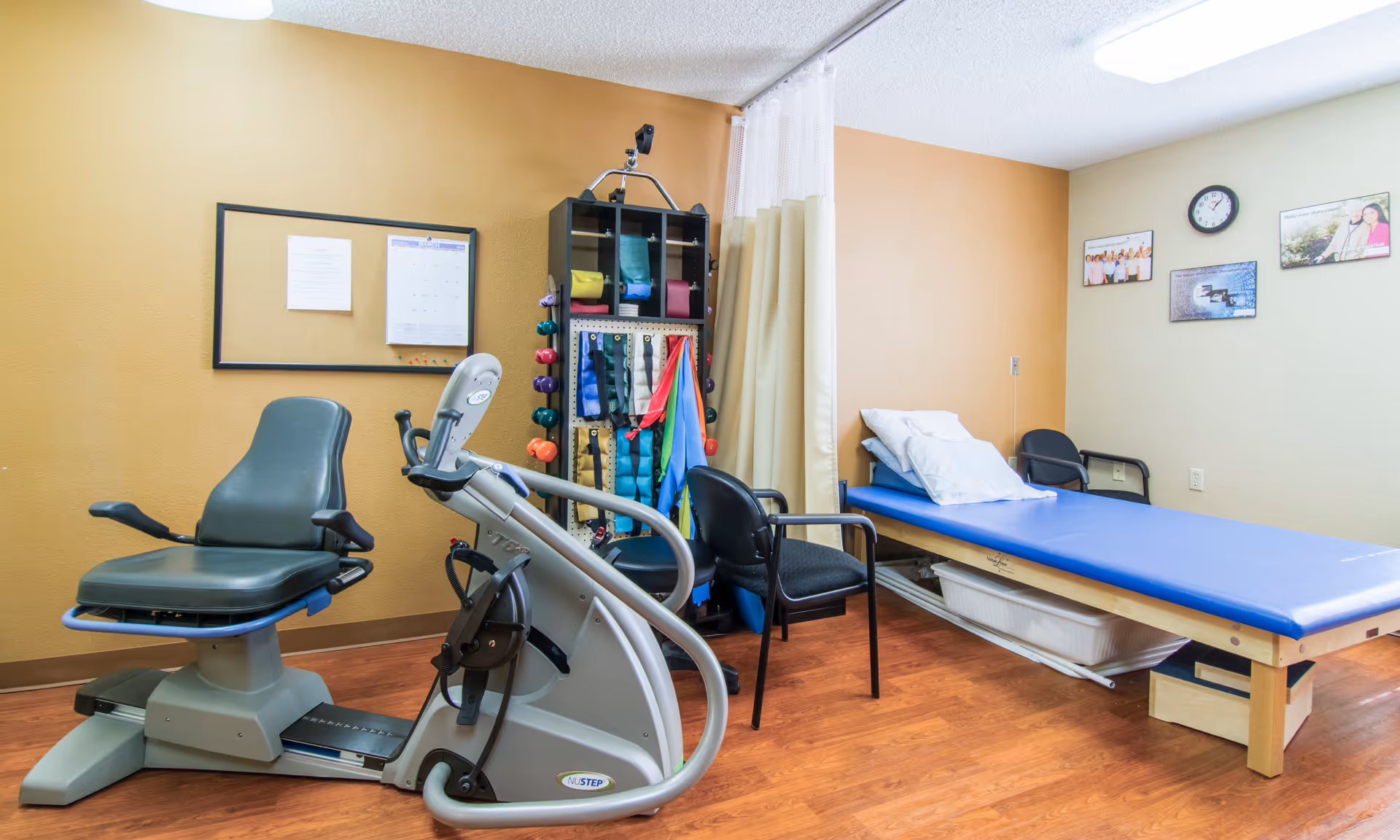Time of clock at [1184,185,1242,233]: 1:07
